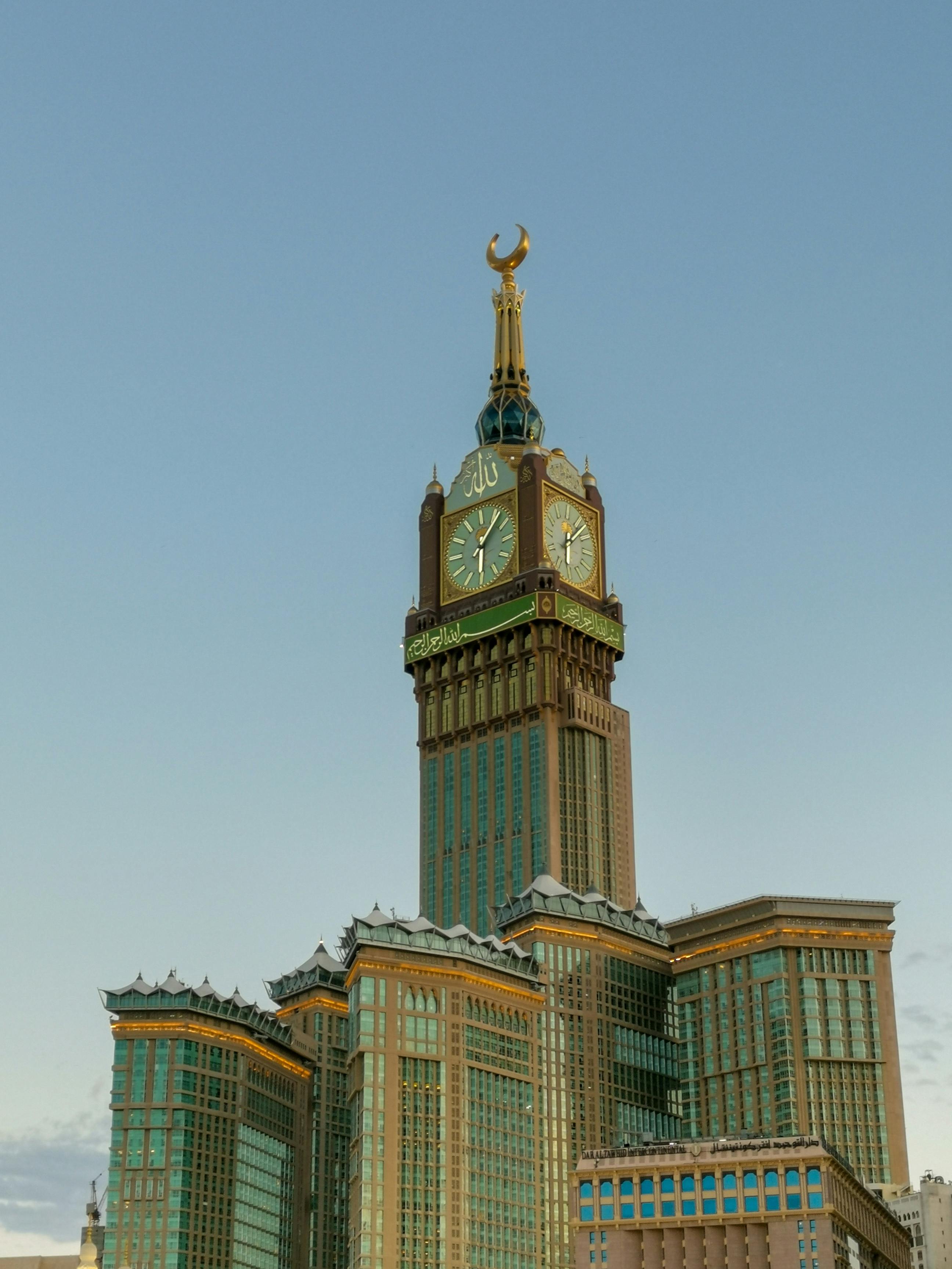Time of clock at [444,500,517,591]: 6:06
